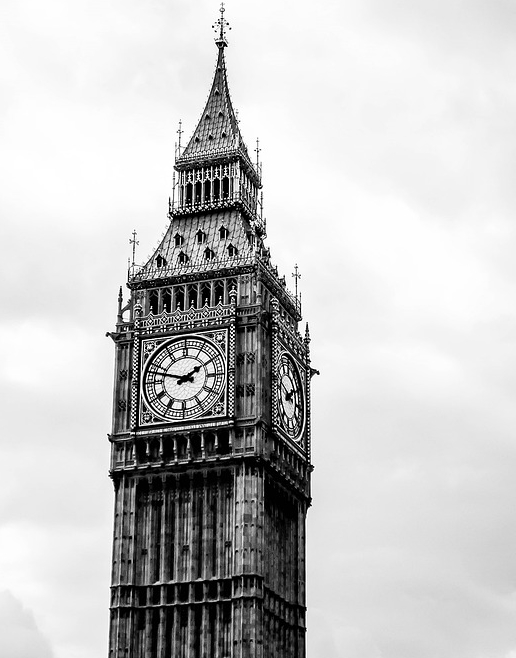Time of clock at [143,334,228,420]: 1:47
